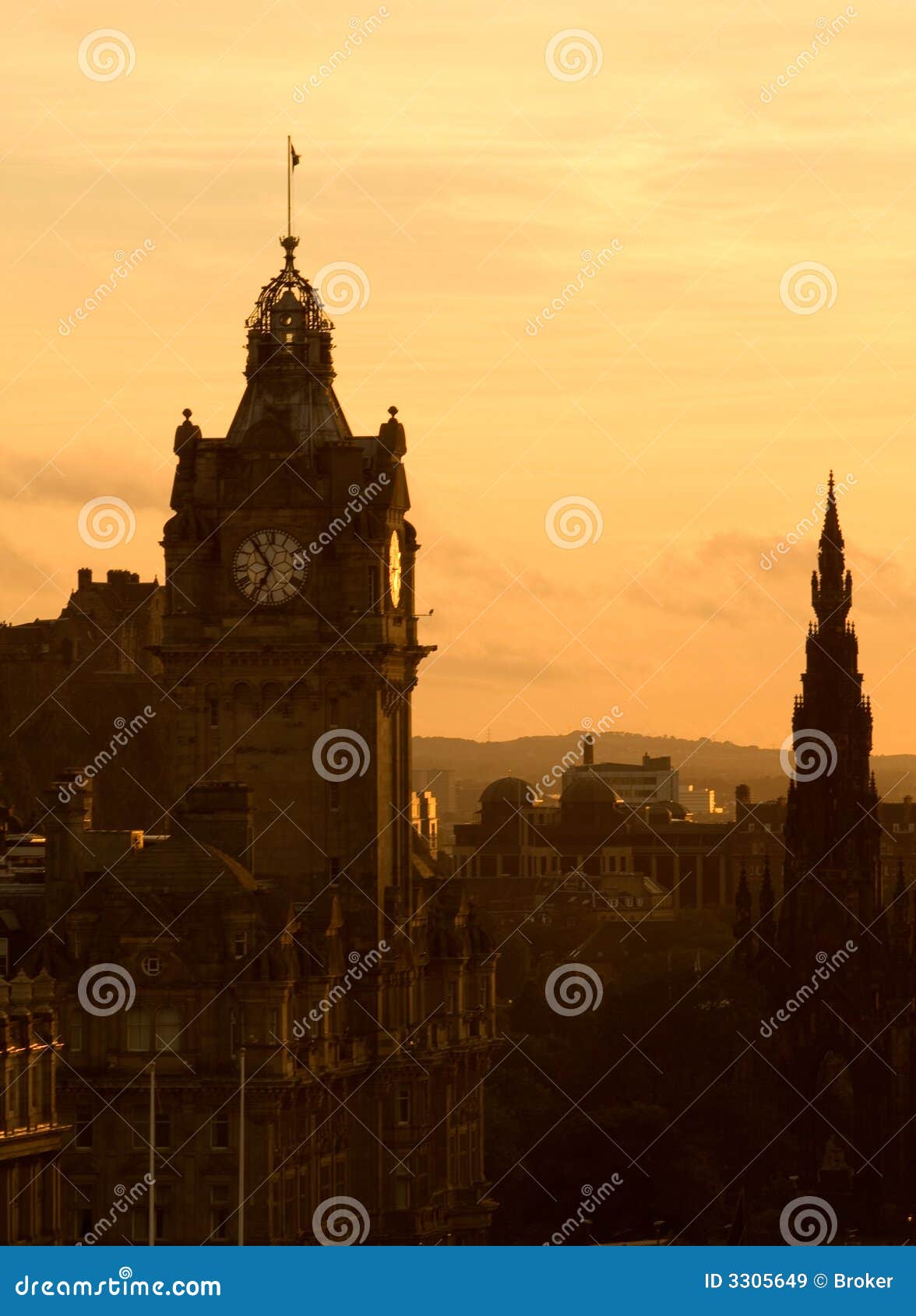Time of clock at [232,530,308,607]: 6:54
